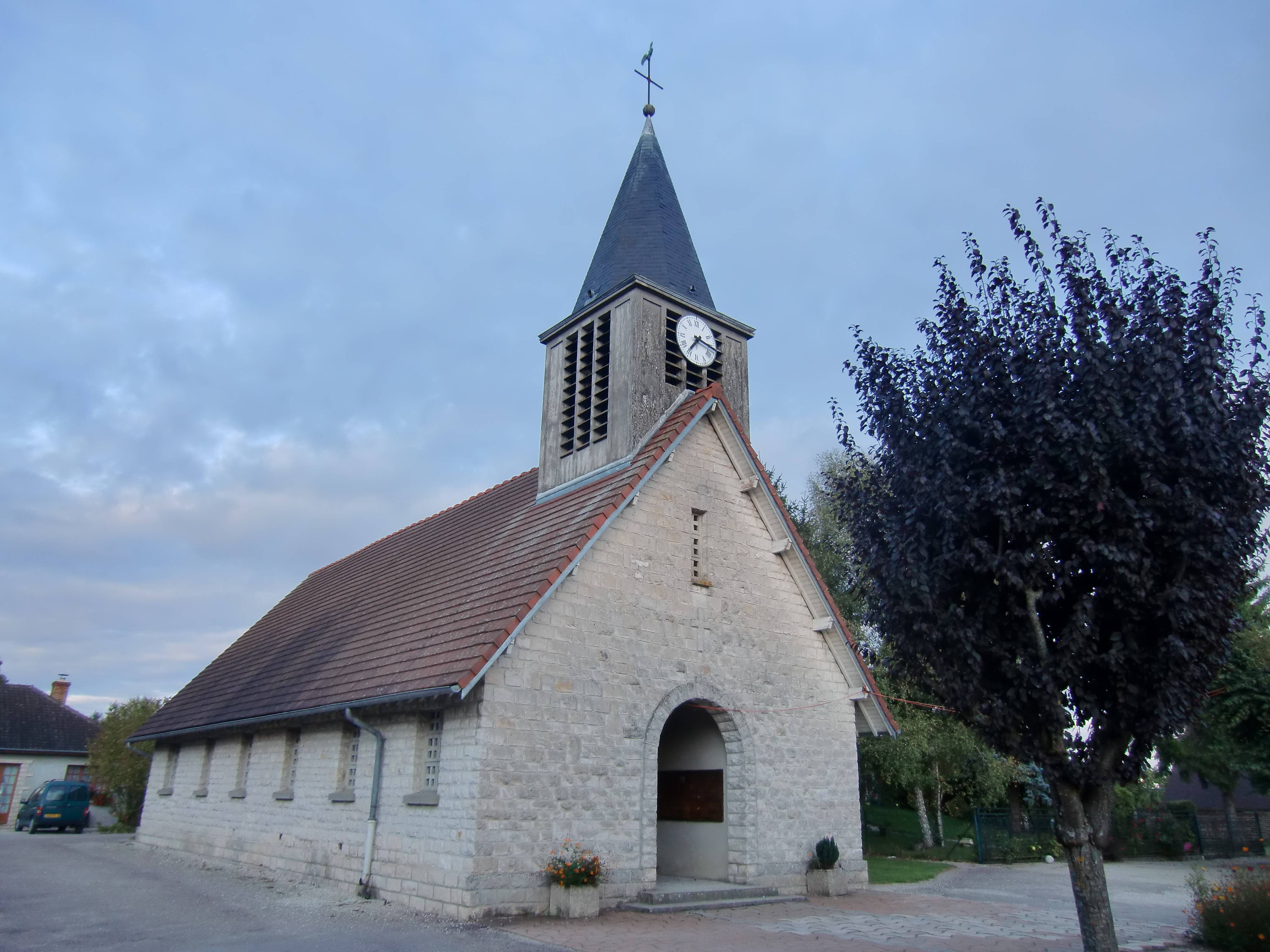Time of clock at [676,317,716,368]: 7:16
